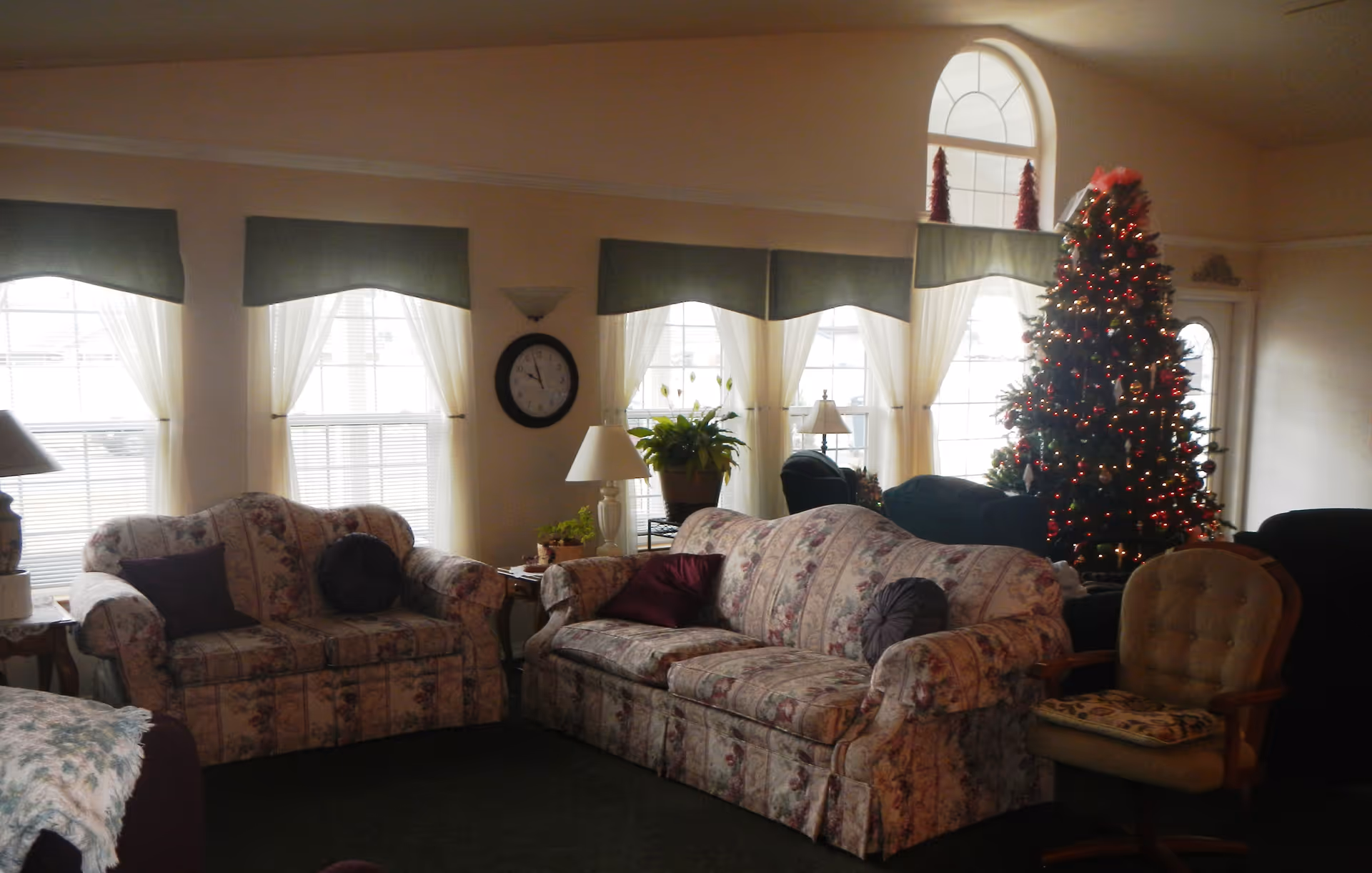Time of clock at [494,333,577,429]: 9:57
